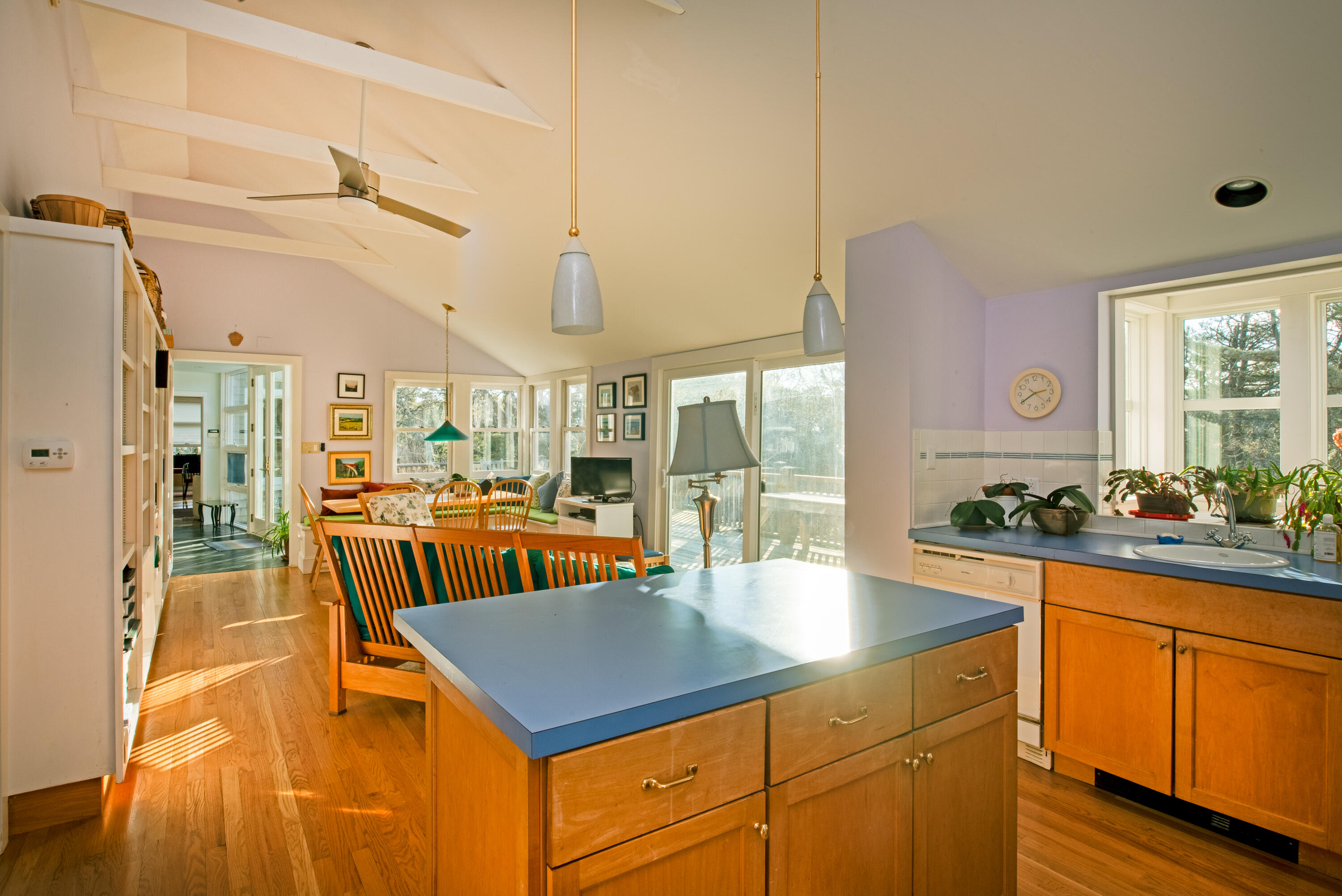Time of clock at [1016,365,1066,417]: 2:40
